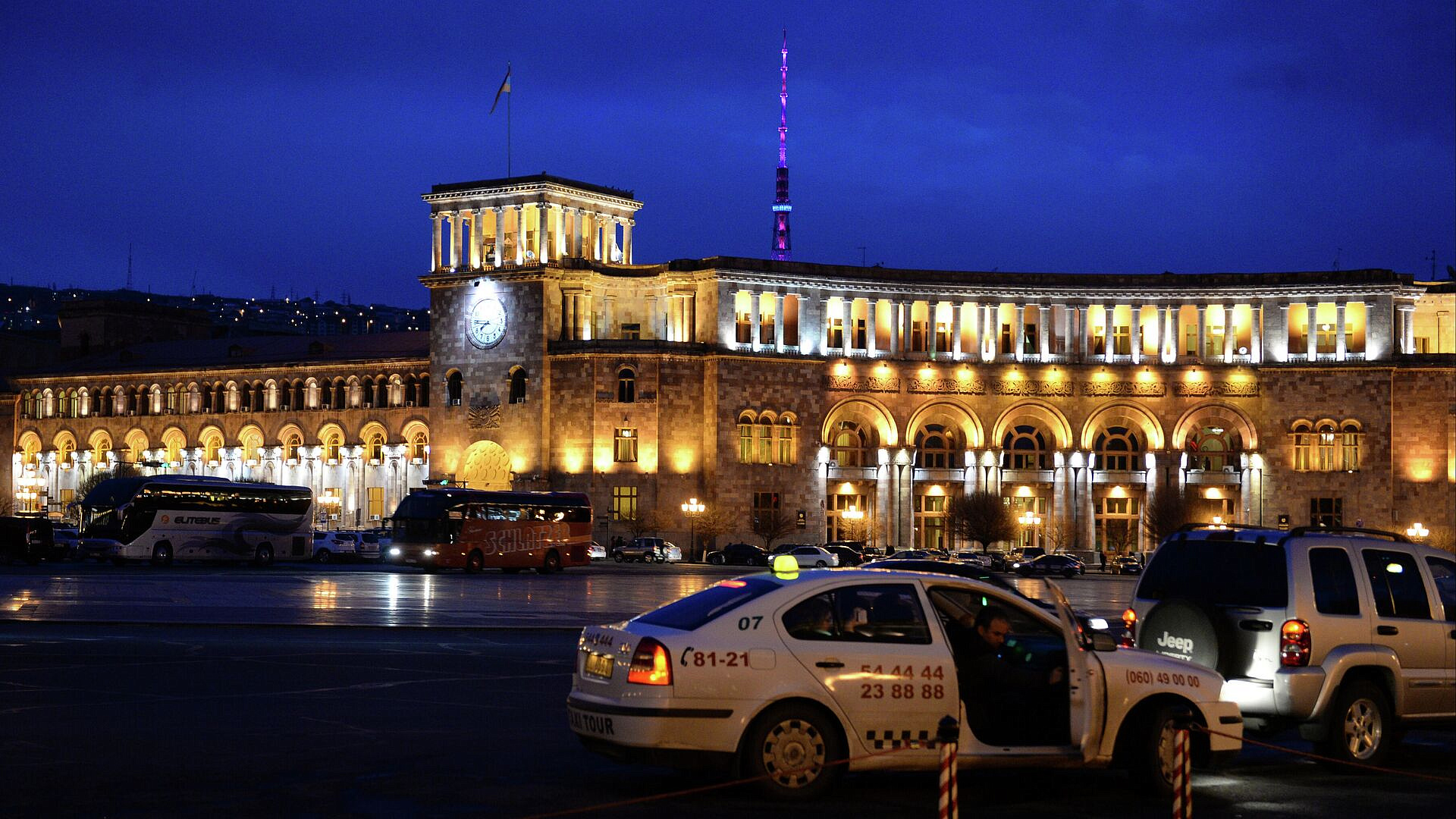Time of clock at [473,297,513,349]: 7:45
